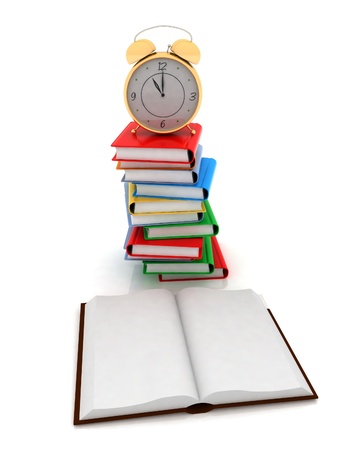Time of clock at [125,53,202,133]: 11:00
